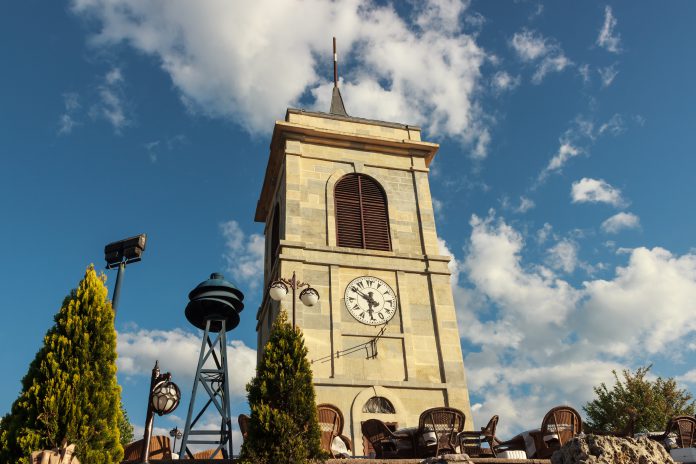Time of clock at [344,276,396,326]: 5:50
